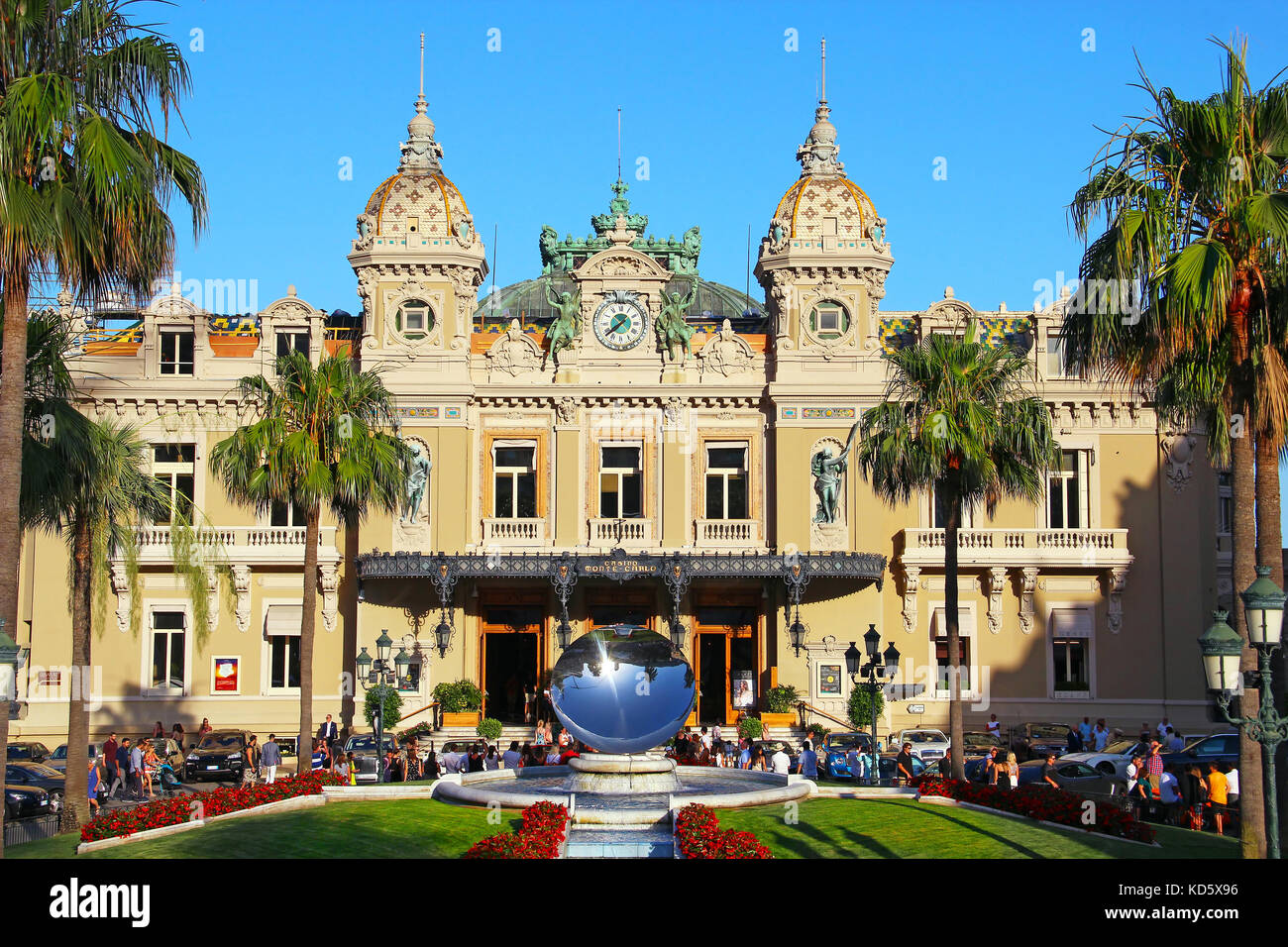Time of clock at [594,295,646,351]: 7:38
